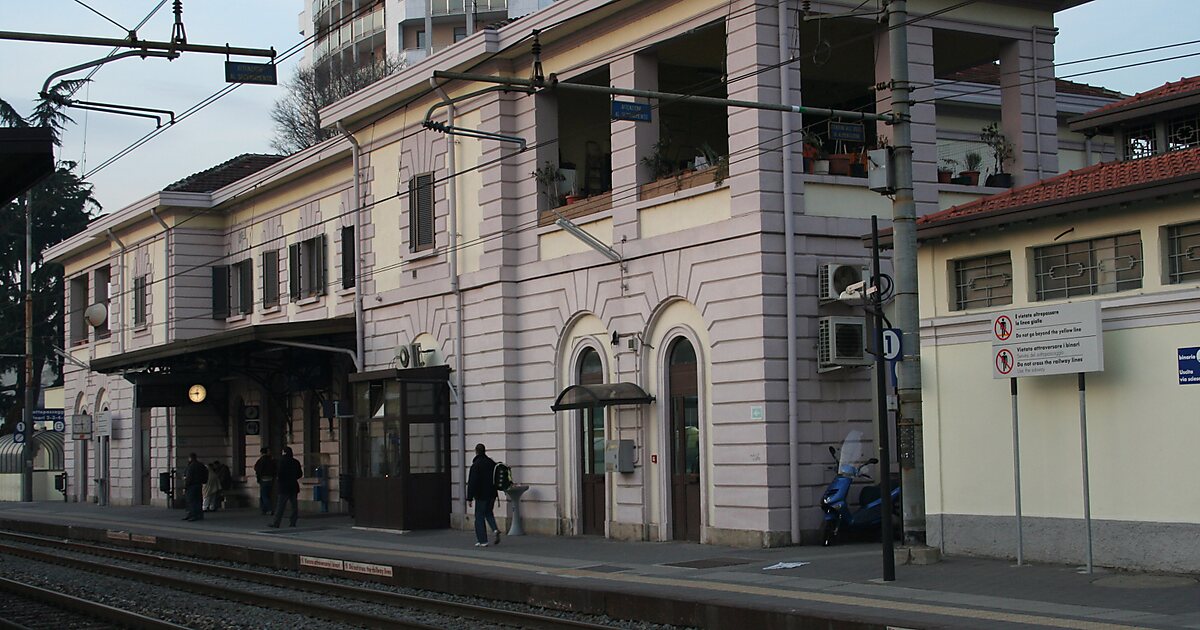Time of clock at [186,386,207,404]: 11:43
